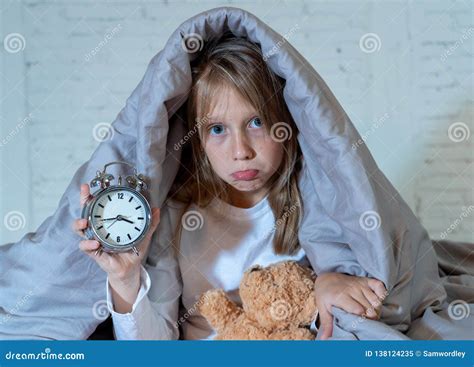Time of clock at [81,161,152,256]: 3:43
